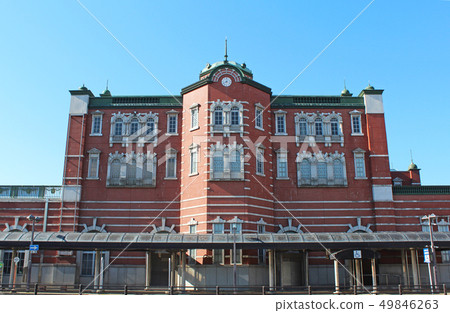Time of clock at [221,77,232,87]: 8:01
